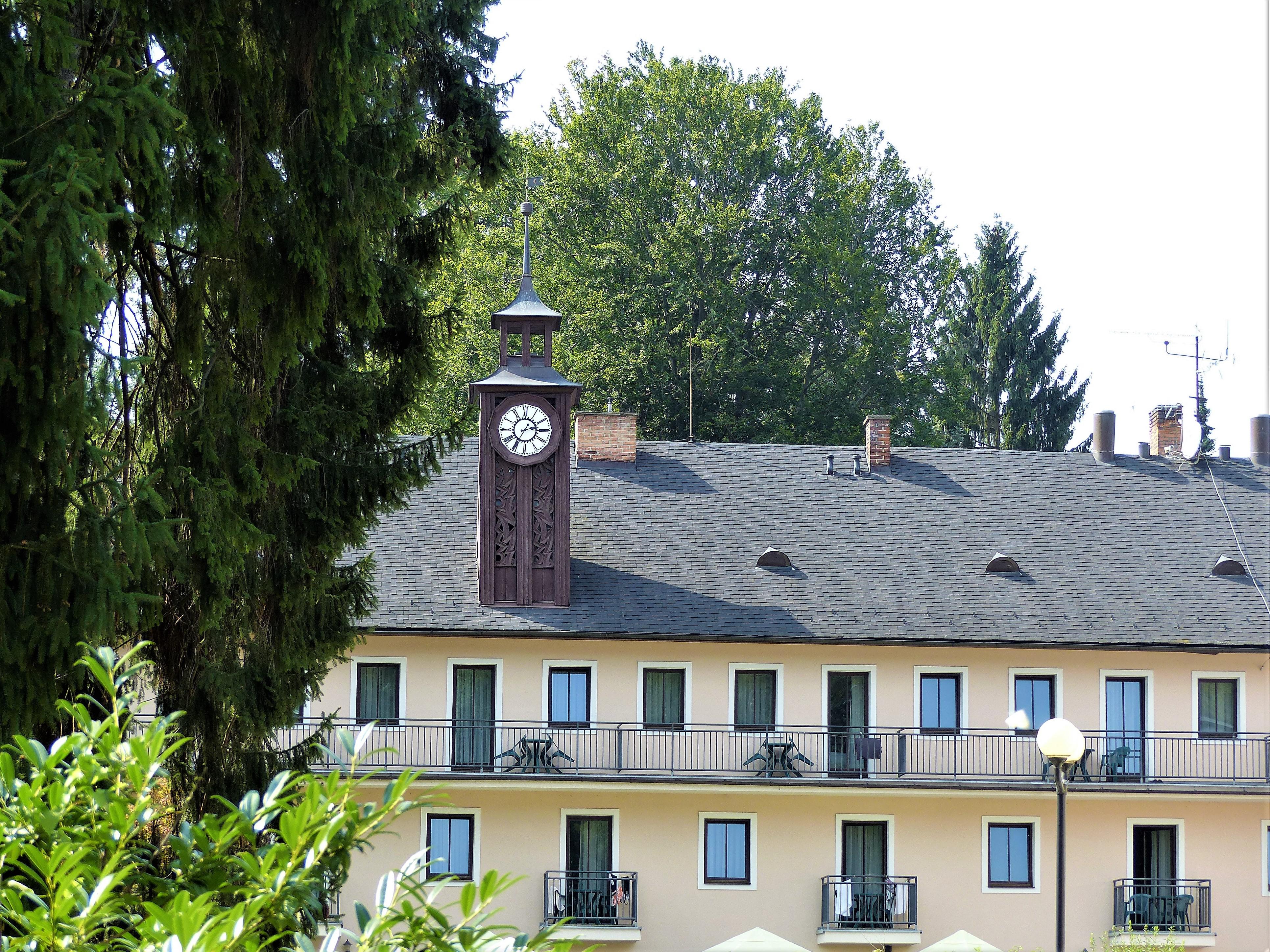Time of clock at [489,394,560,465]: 2:35
